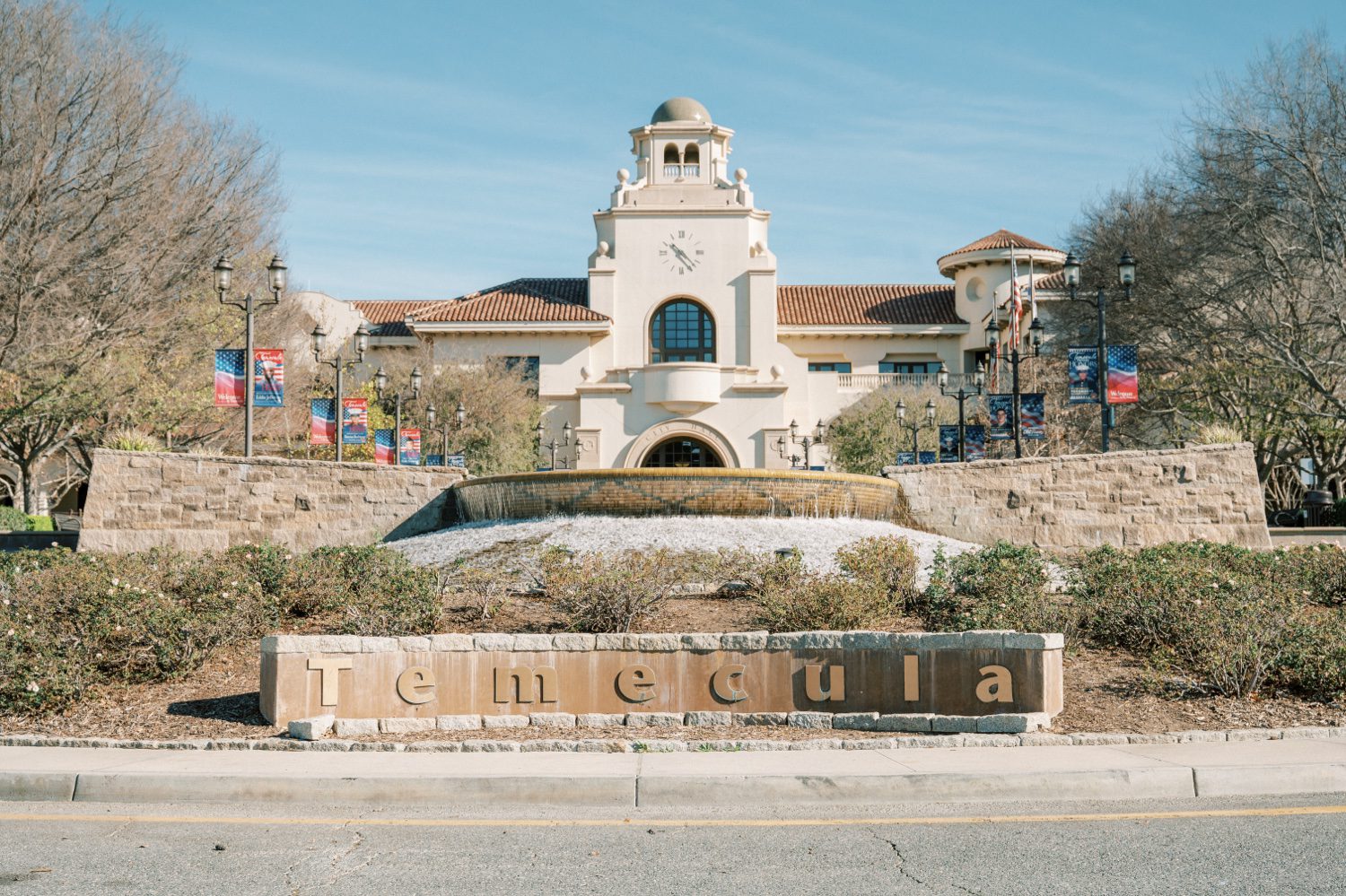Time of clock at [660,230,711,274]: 10:22
